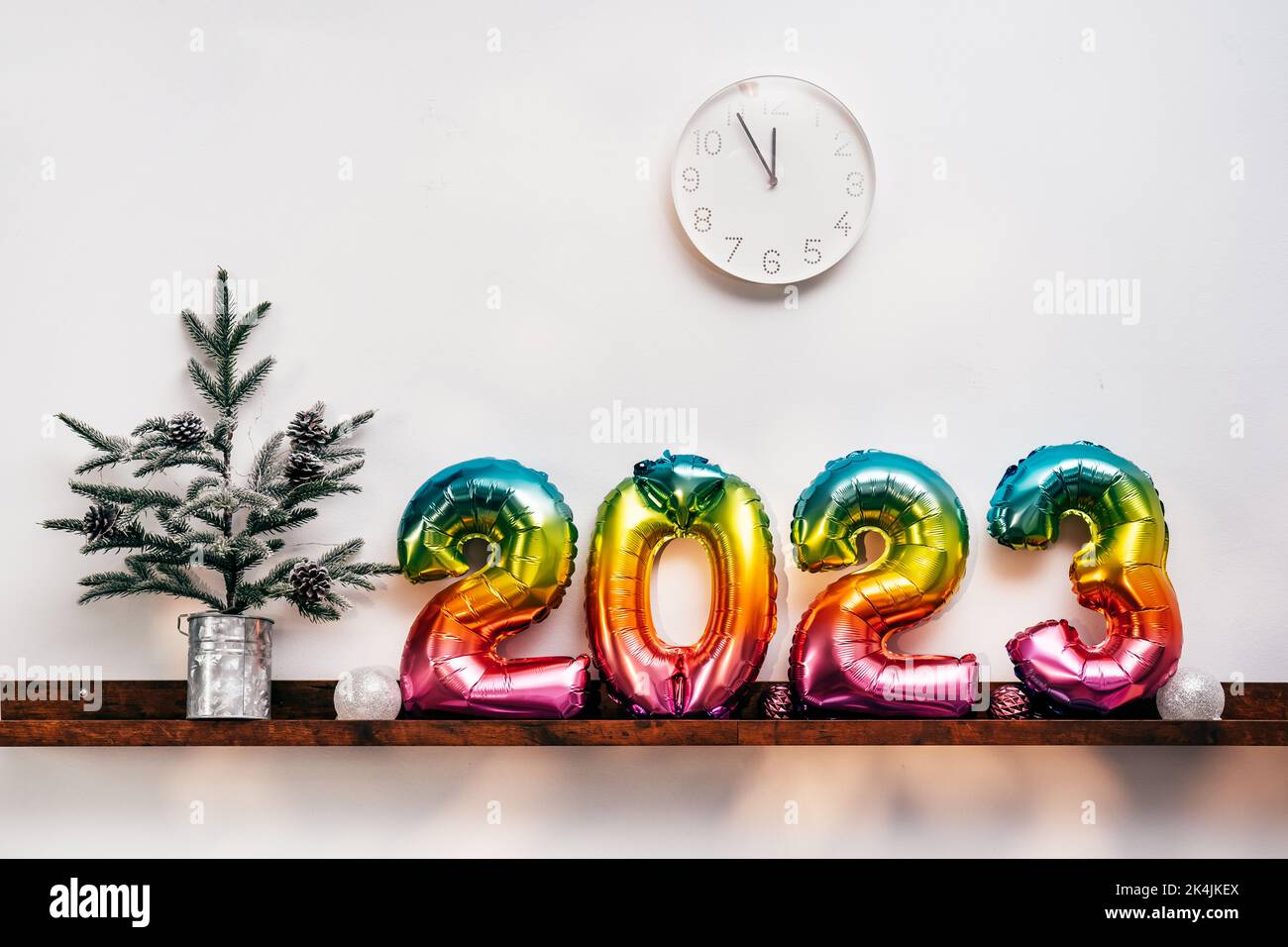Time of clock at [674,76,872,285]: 11:54
